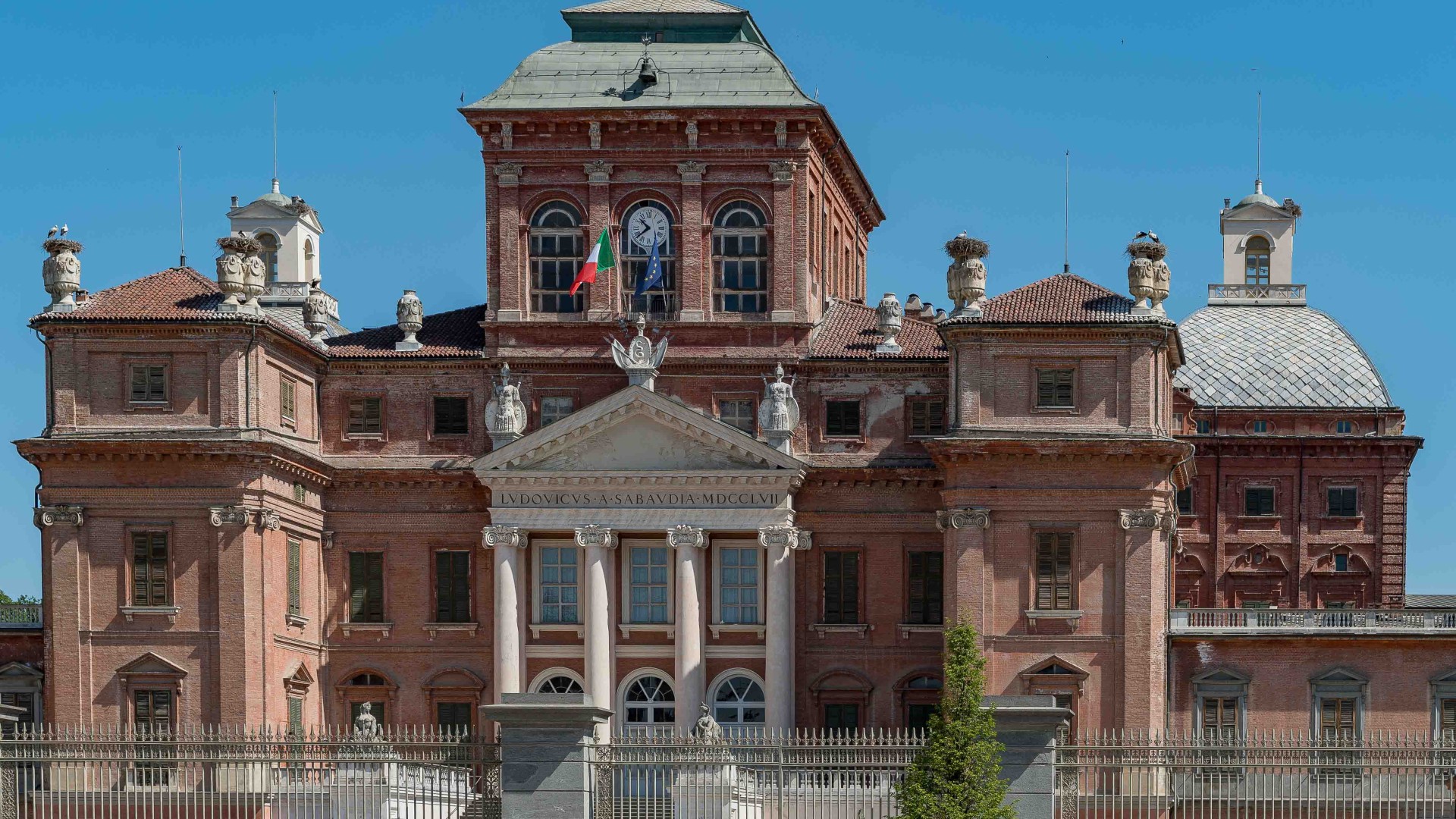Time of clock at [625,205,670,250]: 10:38
